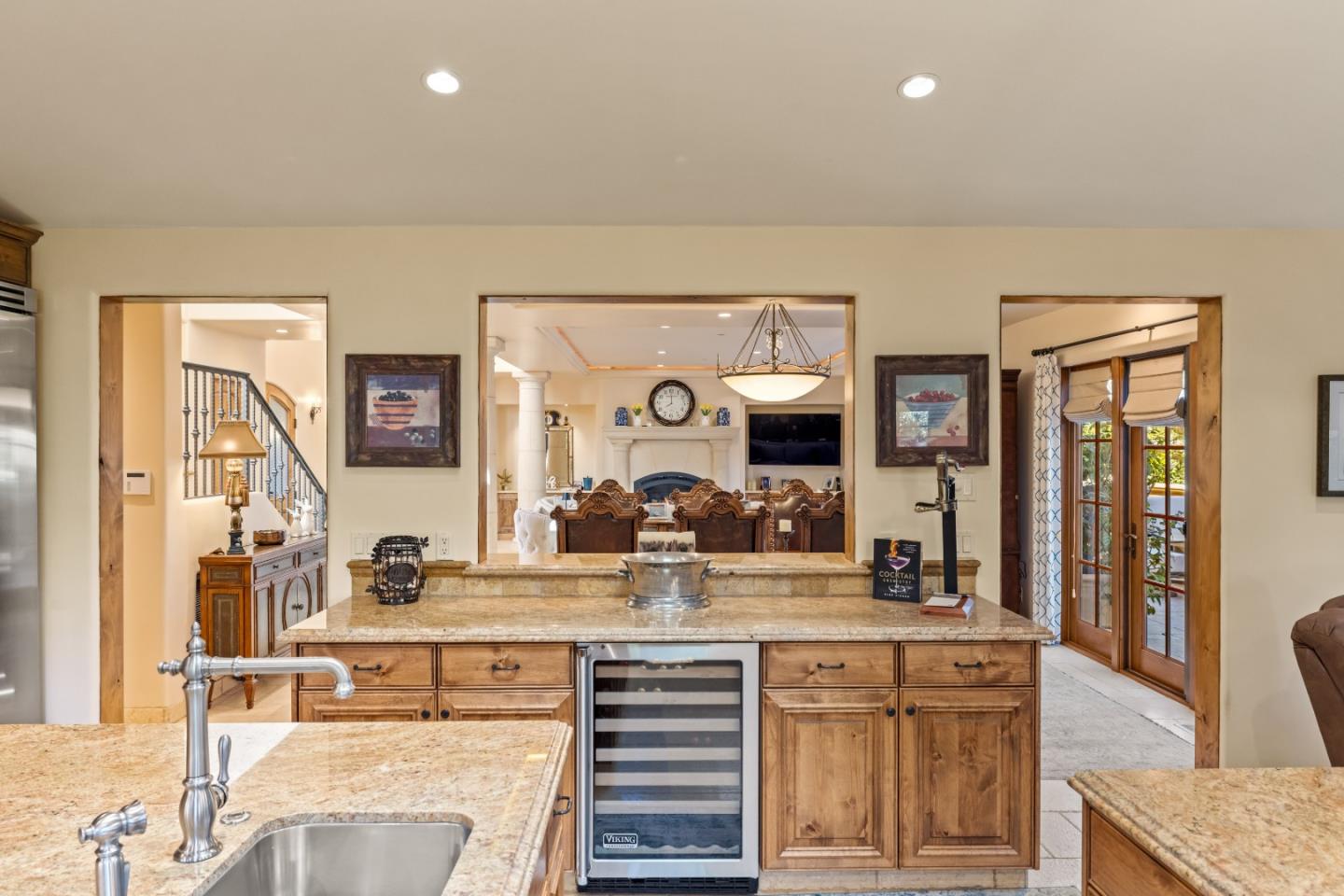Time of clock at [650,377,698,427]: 7:59
